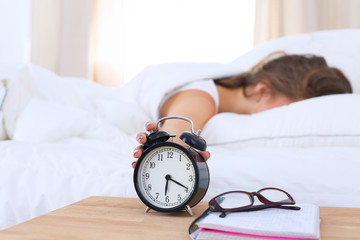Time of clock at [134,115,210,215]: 6:19
